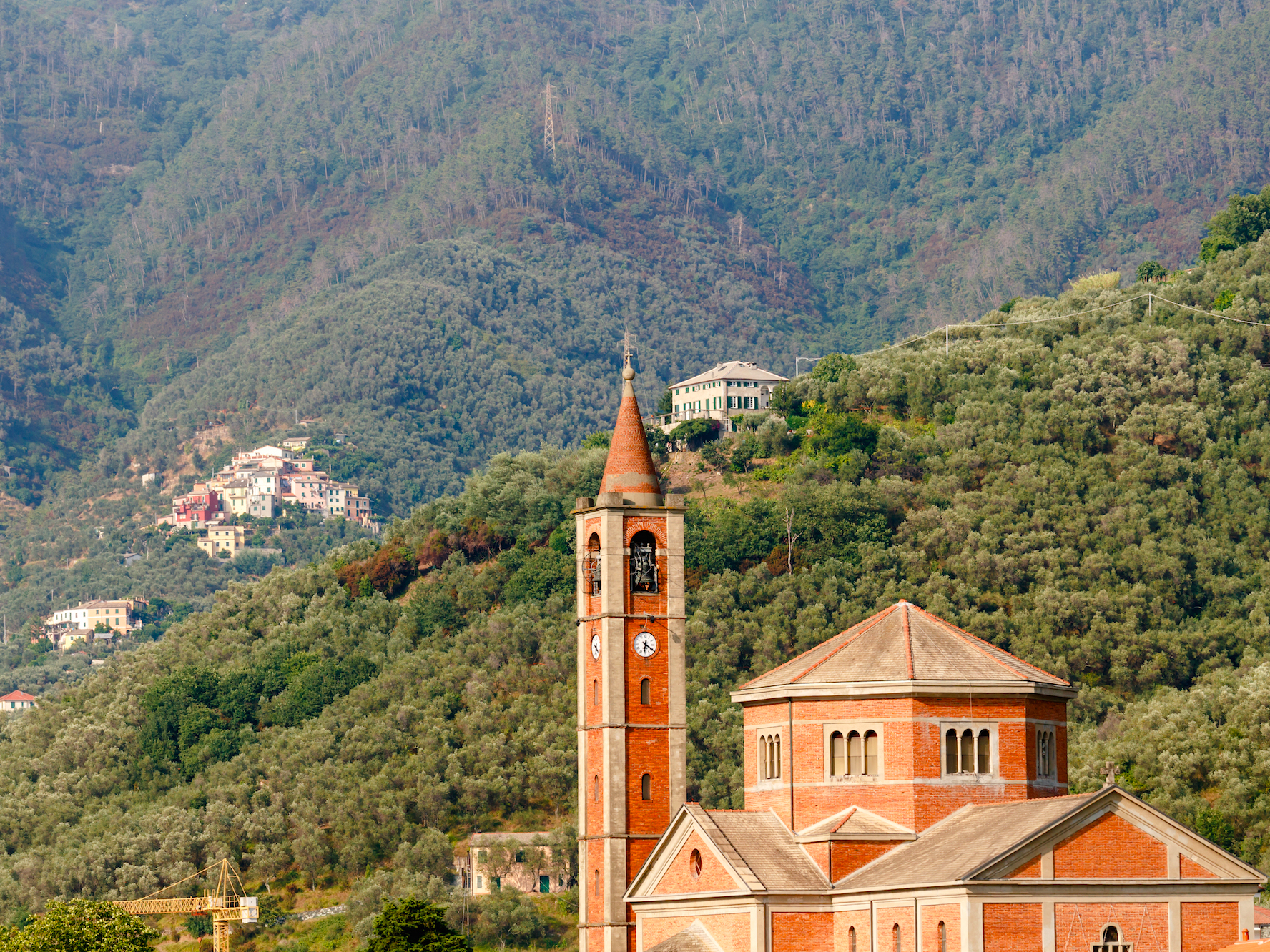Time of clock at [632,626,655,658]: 6:20
